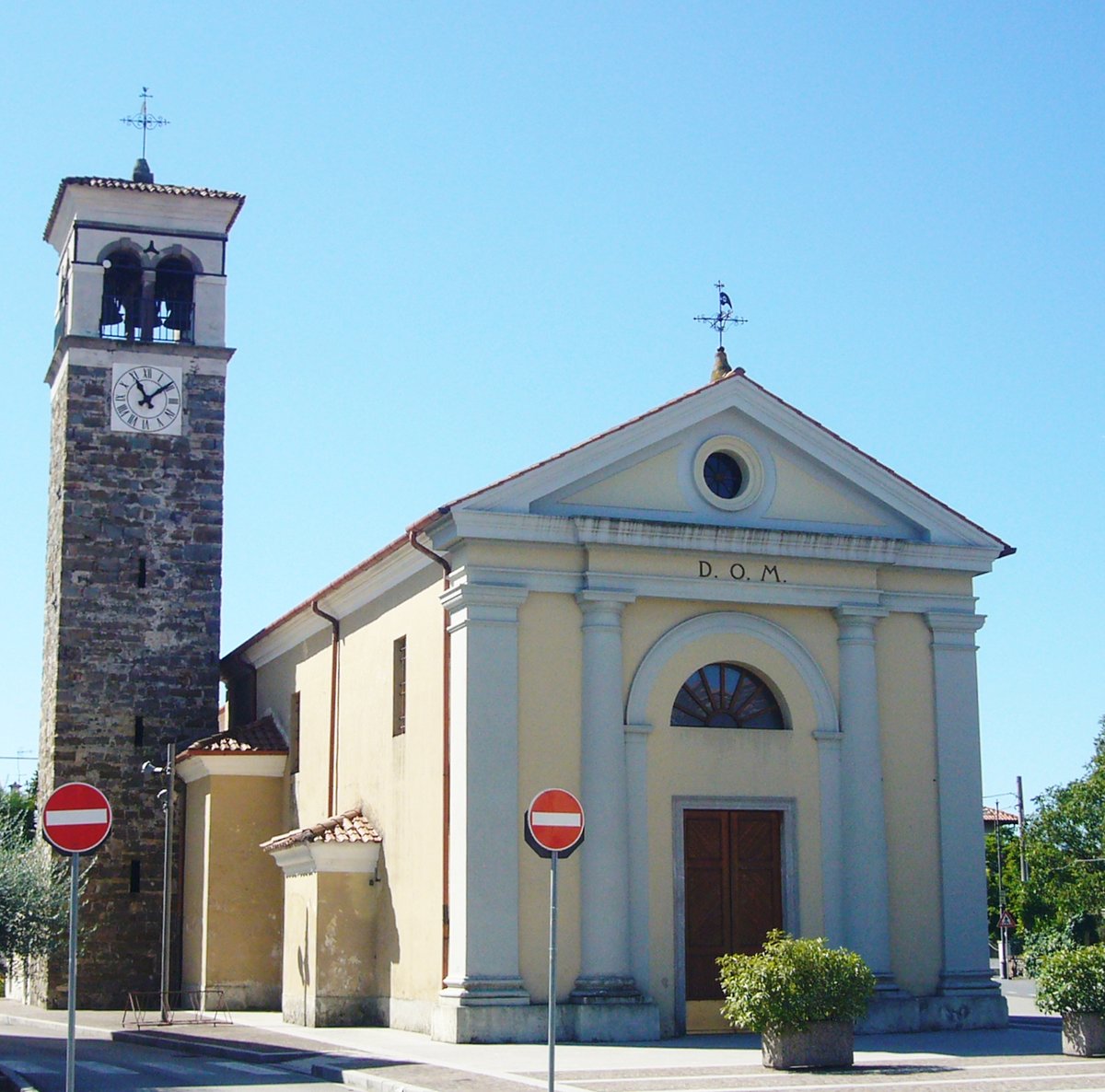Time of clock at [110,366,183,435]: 11:08
